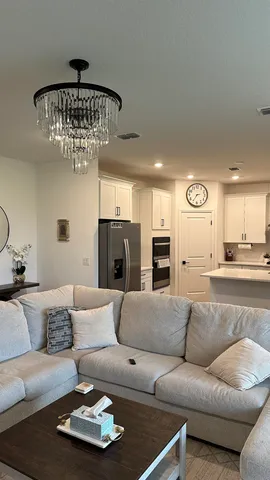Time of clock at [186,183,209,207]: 2:35
